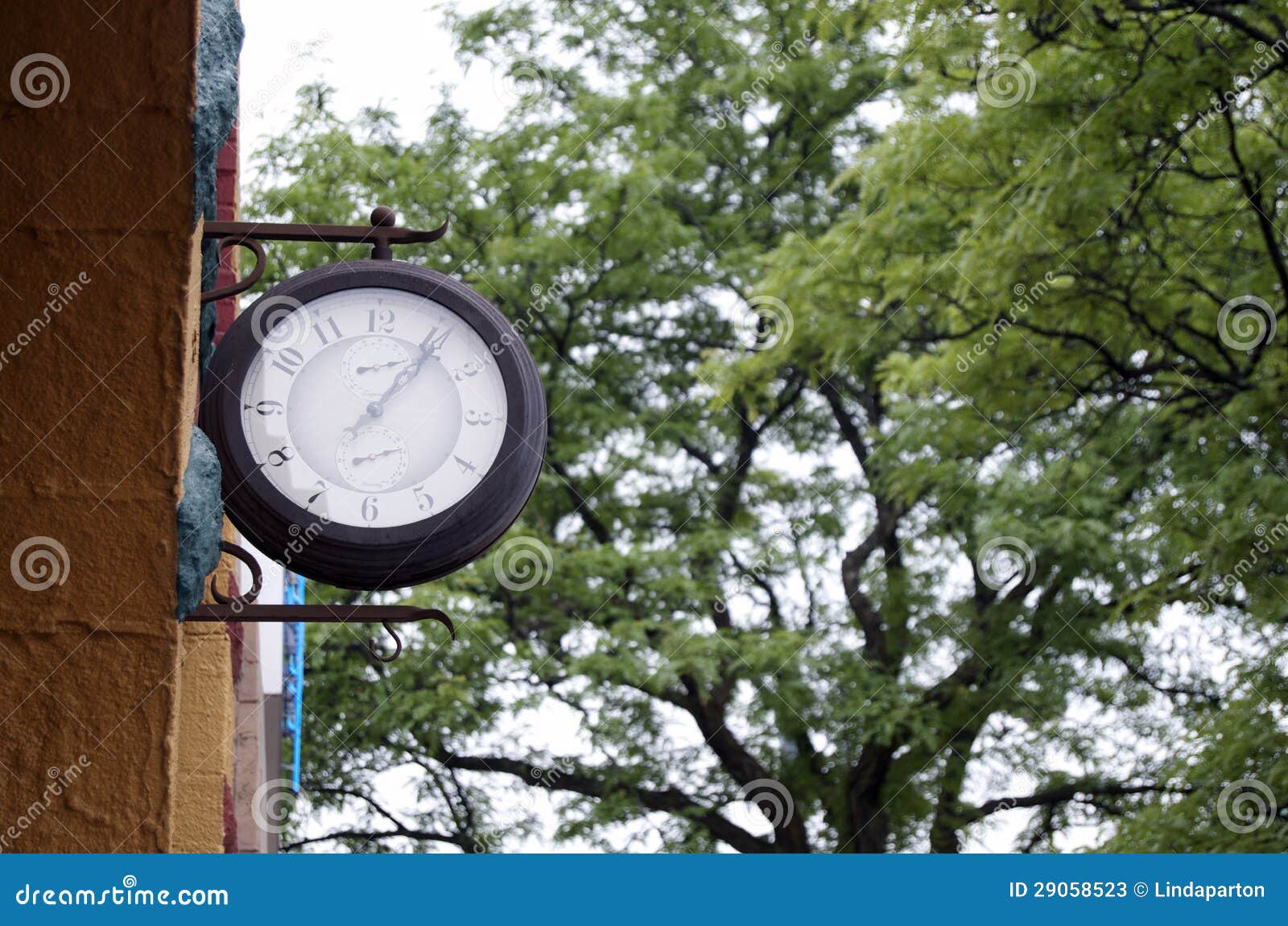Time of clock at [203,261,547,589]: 7:06
